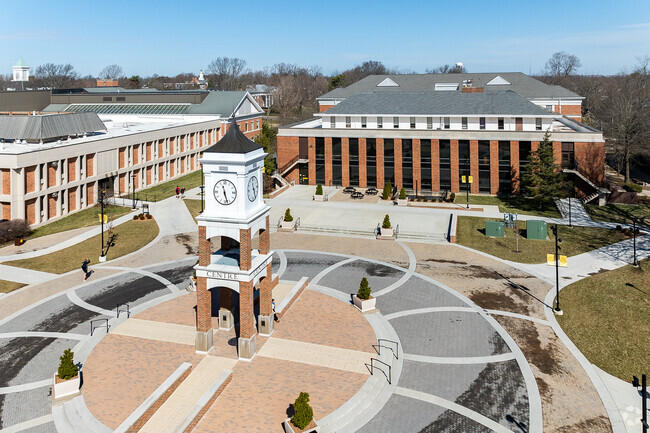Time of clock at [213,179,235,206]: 11:27
